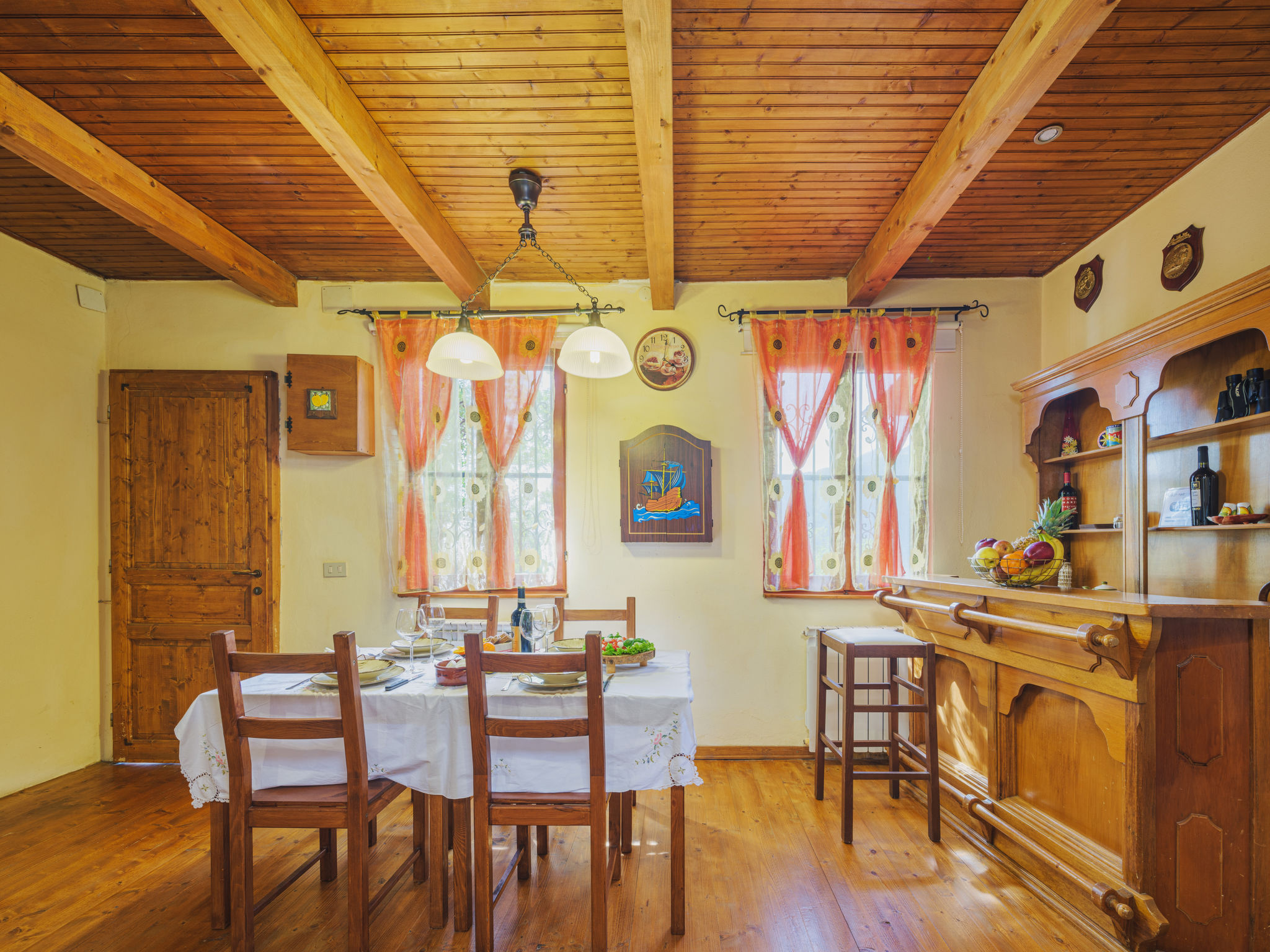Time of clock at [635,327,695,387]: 4:01
